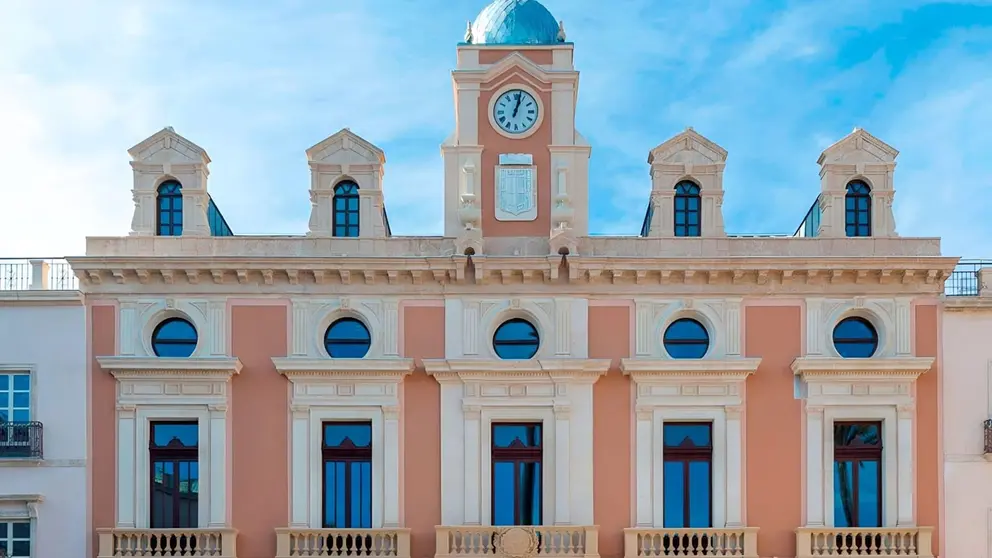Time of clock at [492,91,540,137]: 1:02
